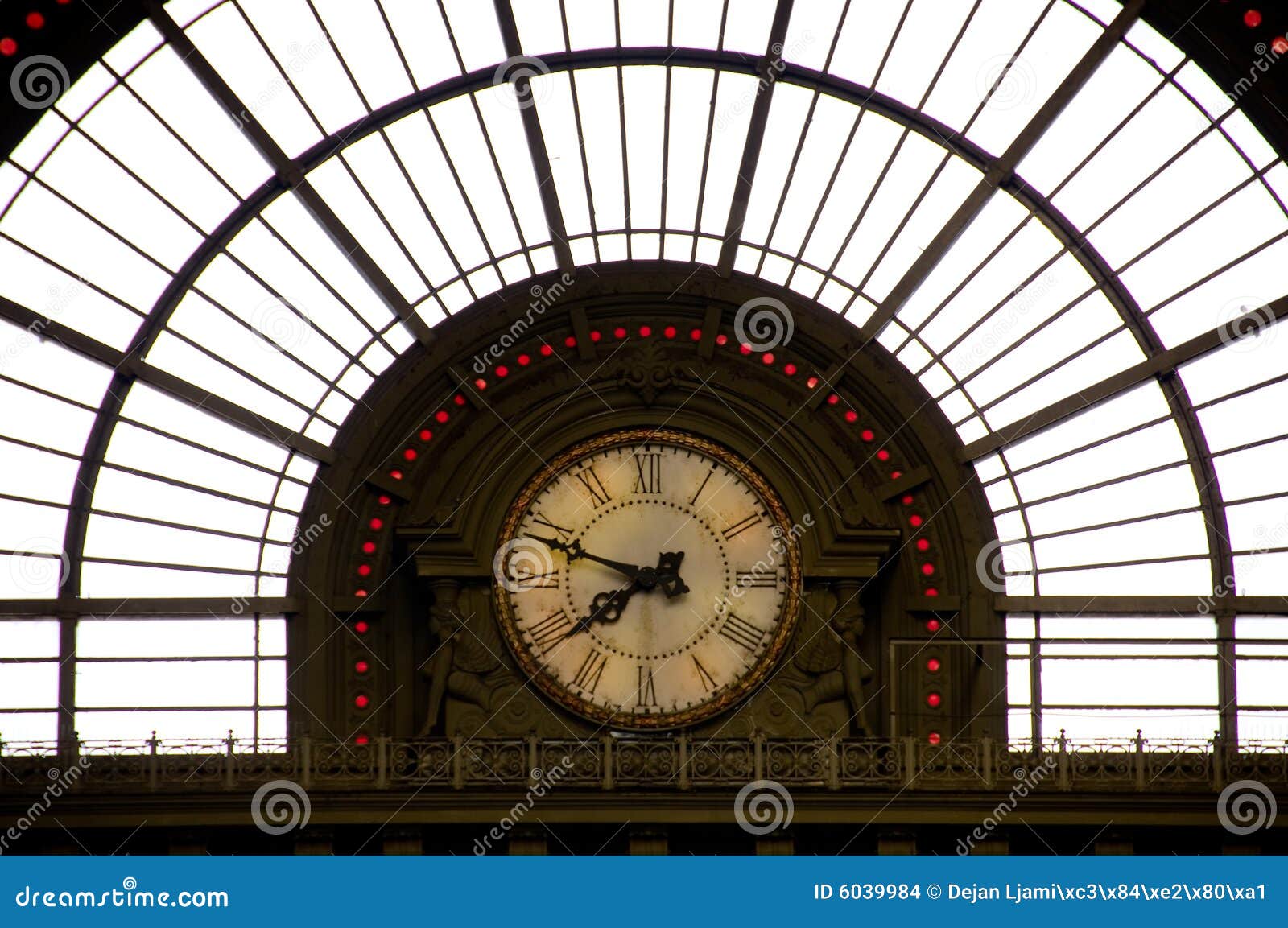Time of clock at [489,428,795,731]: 7:48
